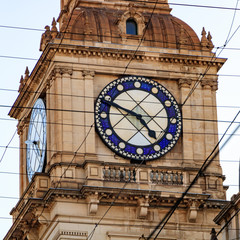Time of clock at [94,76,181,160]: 4:48
